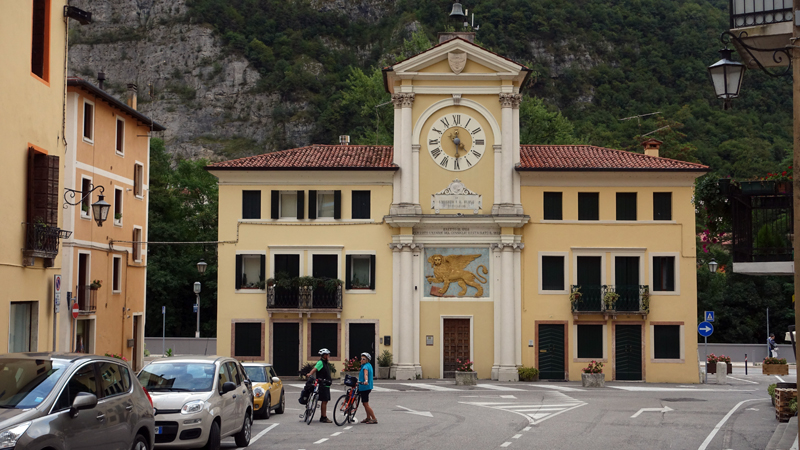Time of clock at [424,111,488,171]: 4:29
